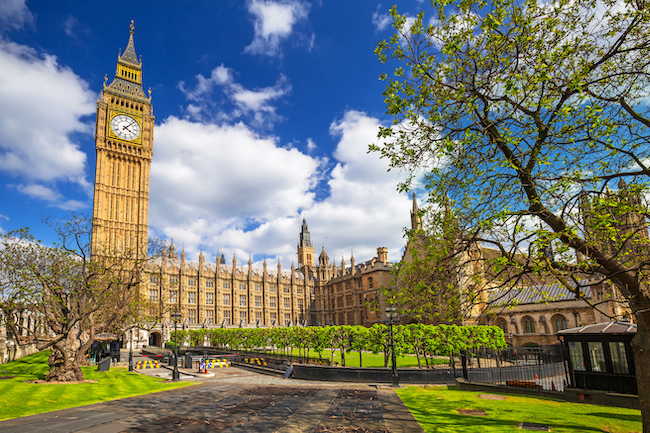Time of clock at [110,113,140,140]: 4:07
